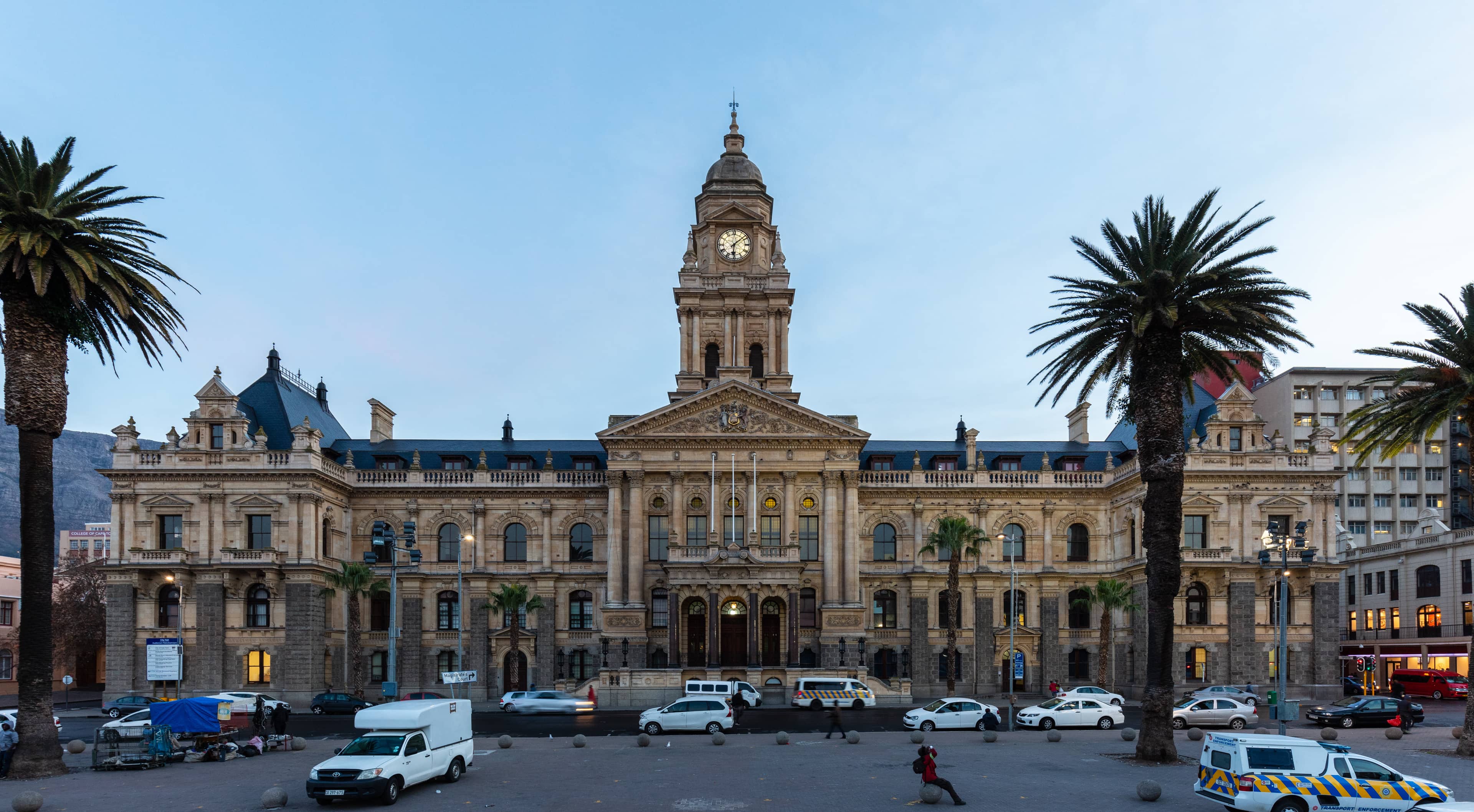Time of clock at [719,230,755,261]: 6:07
